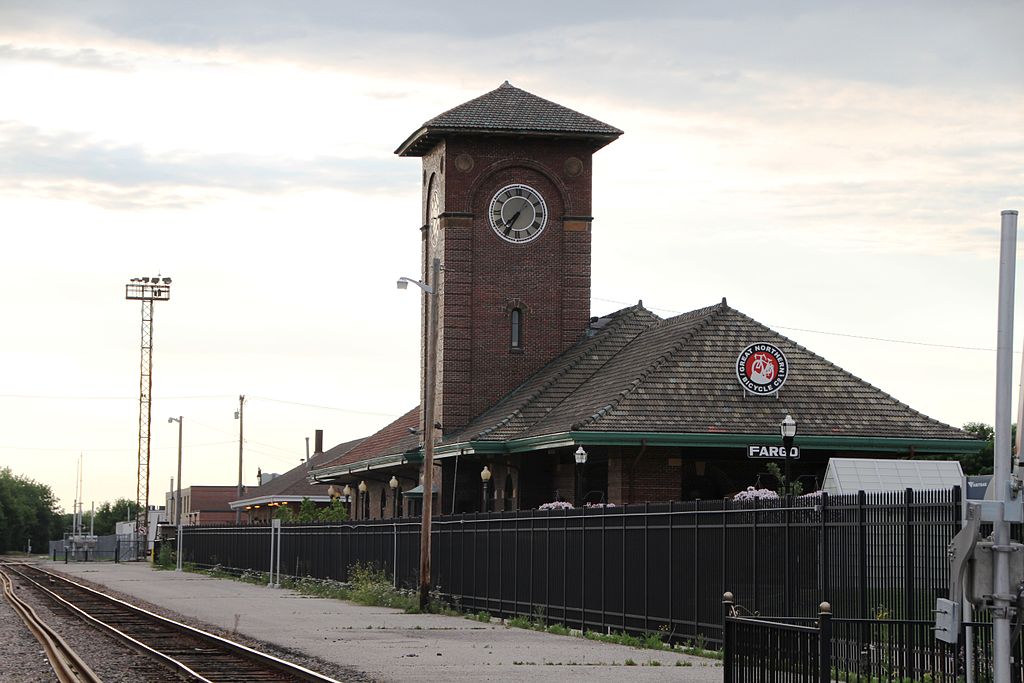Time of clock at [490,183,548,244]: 7:34
